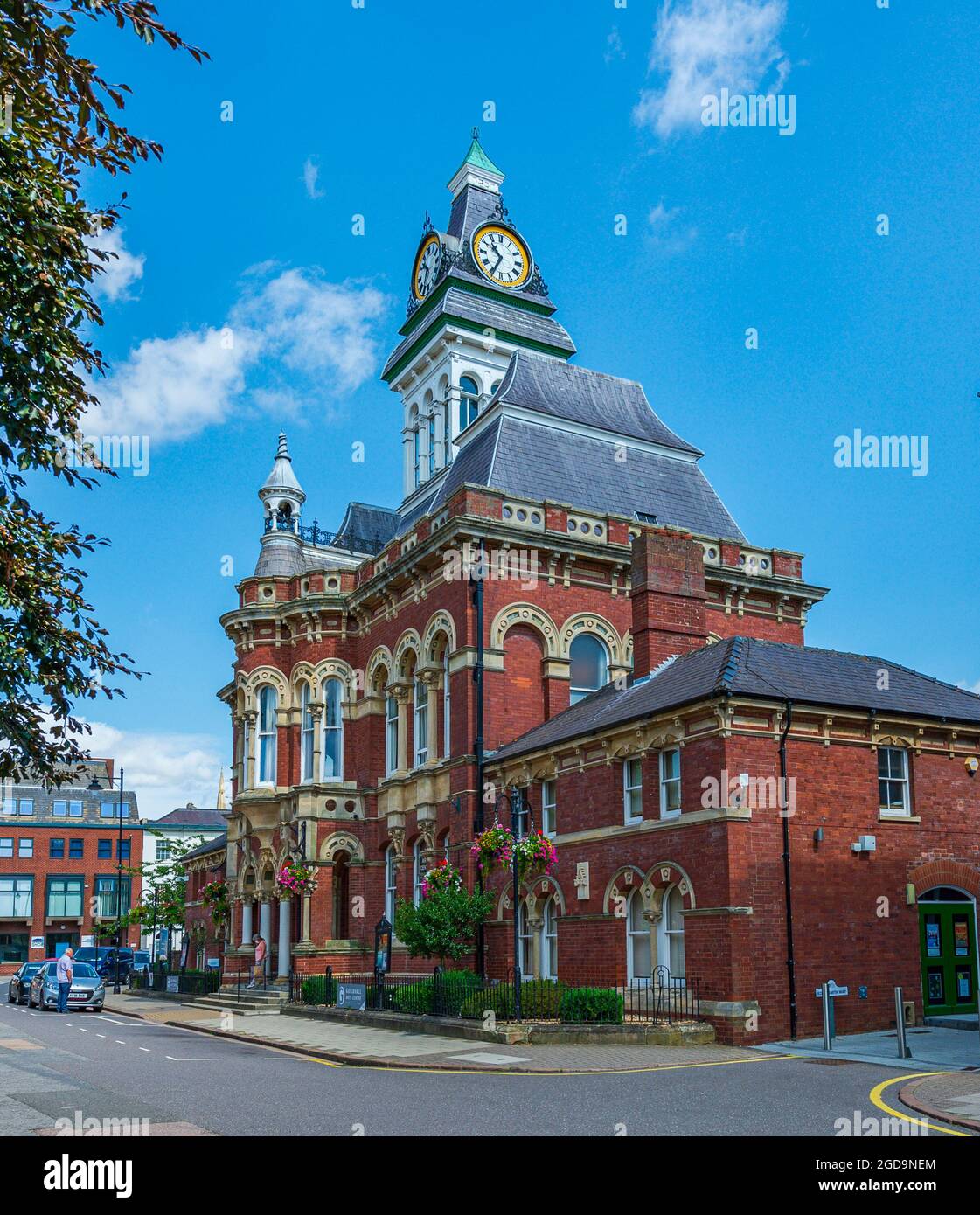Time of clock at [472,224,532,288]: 10:34
